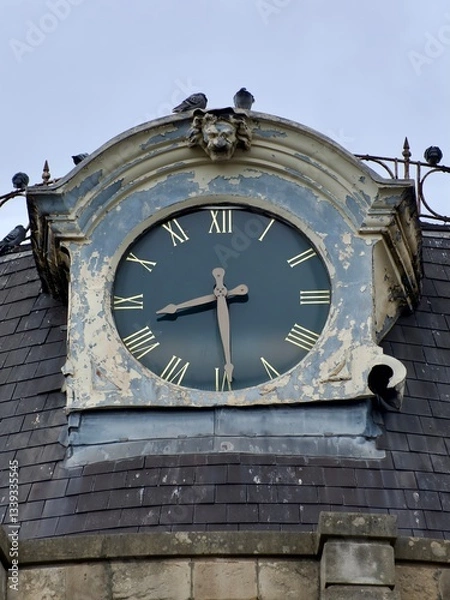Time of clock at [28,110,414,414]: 8:29
